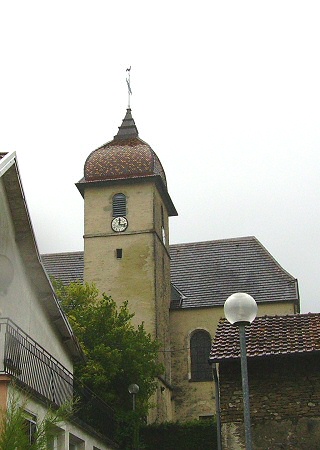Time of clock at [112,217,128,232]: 12:16
